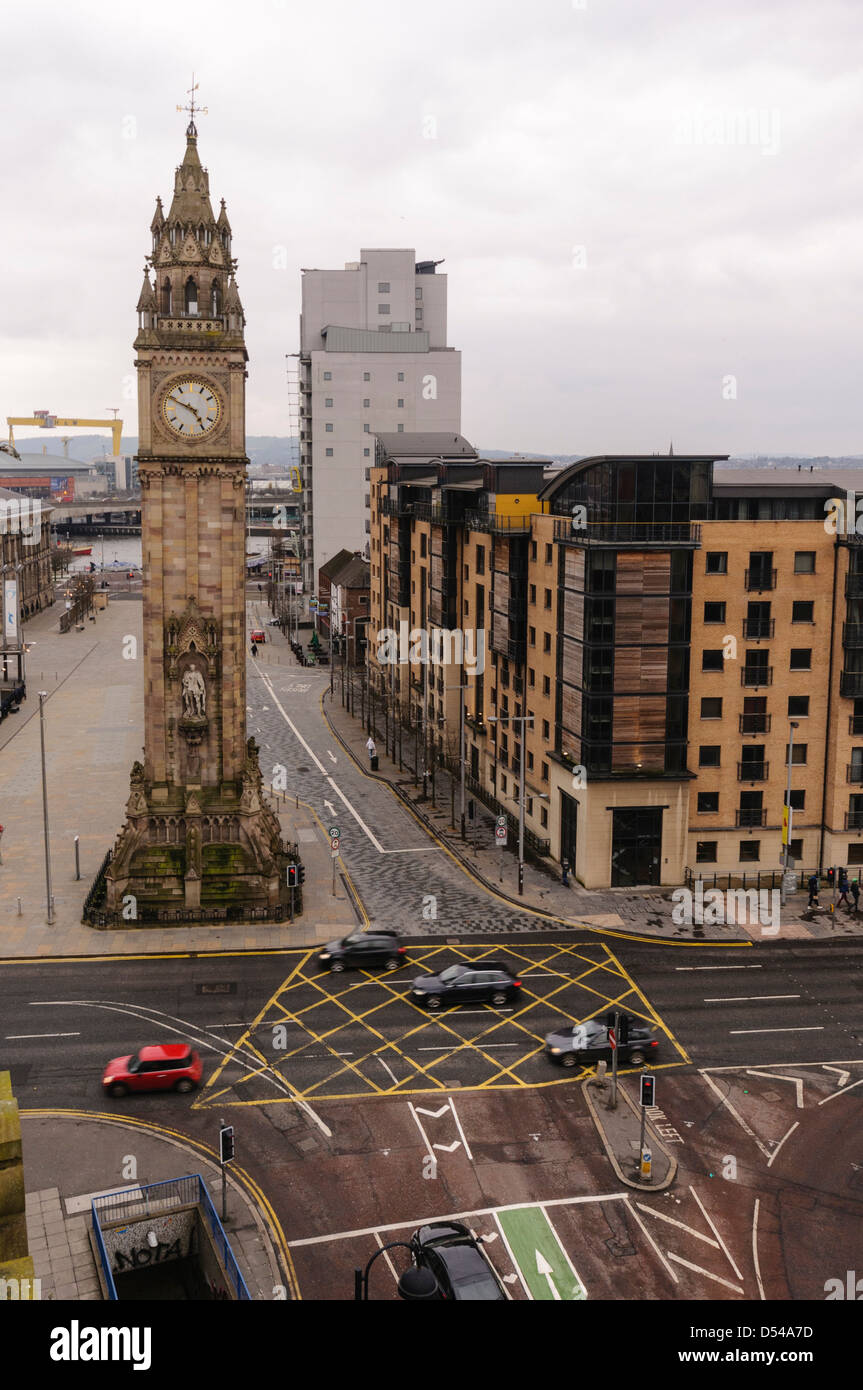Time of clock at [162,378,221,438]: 4:49
